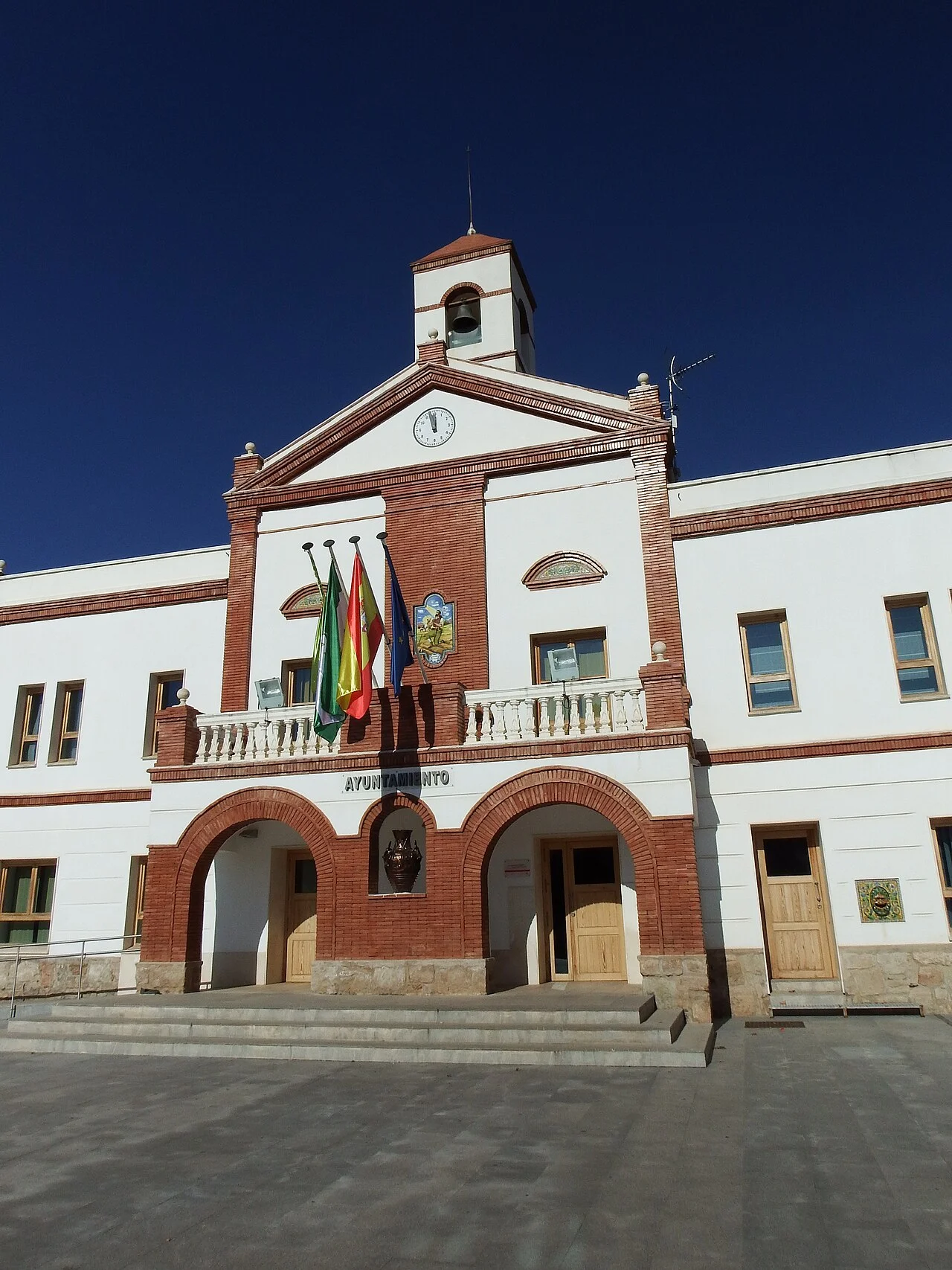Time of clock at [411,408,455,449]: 11:57
